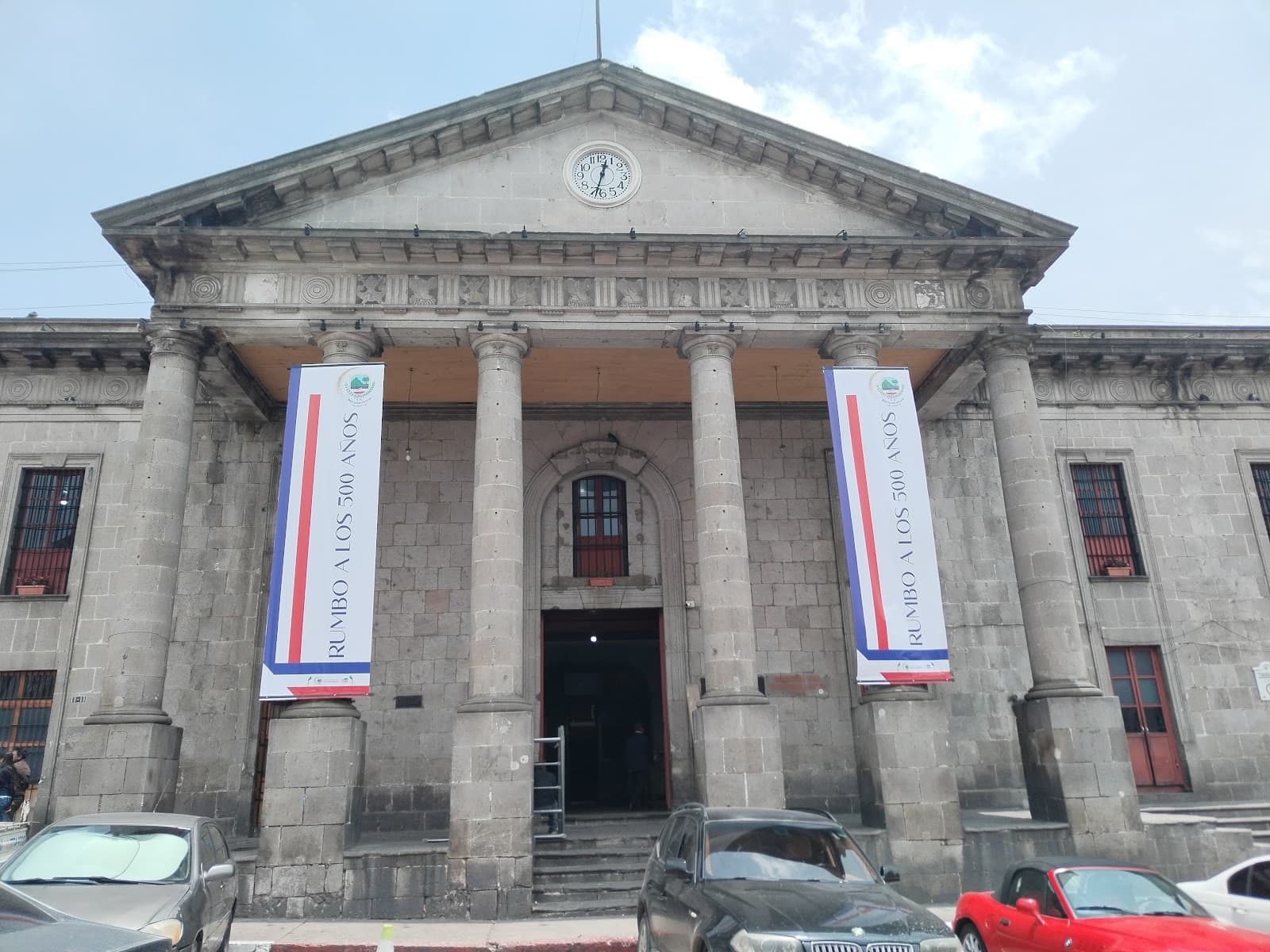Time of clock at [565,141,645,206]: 12:33
